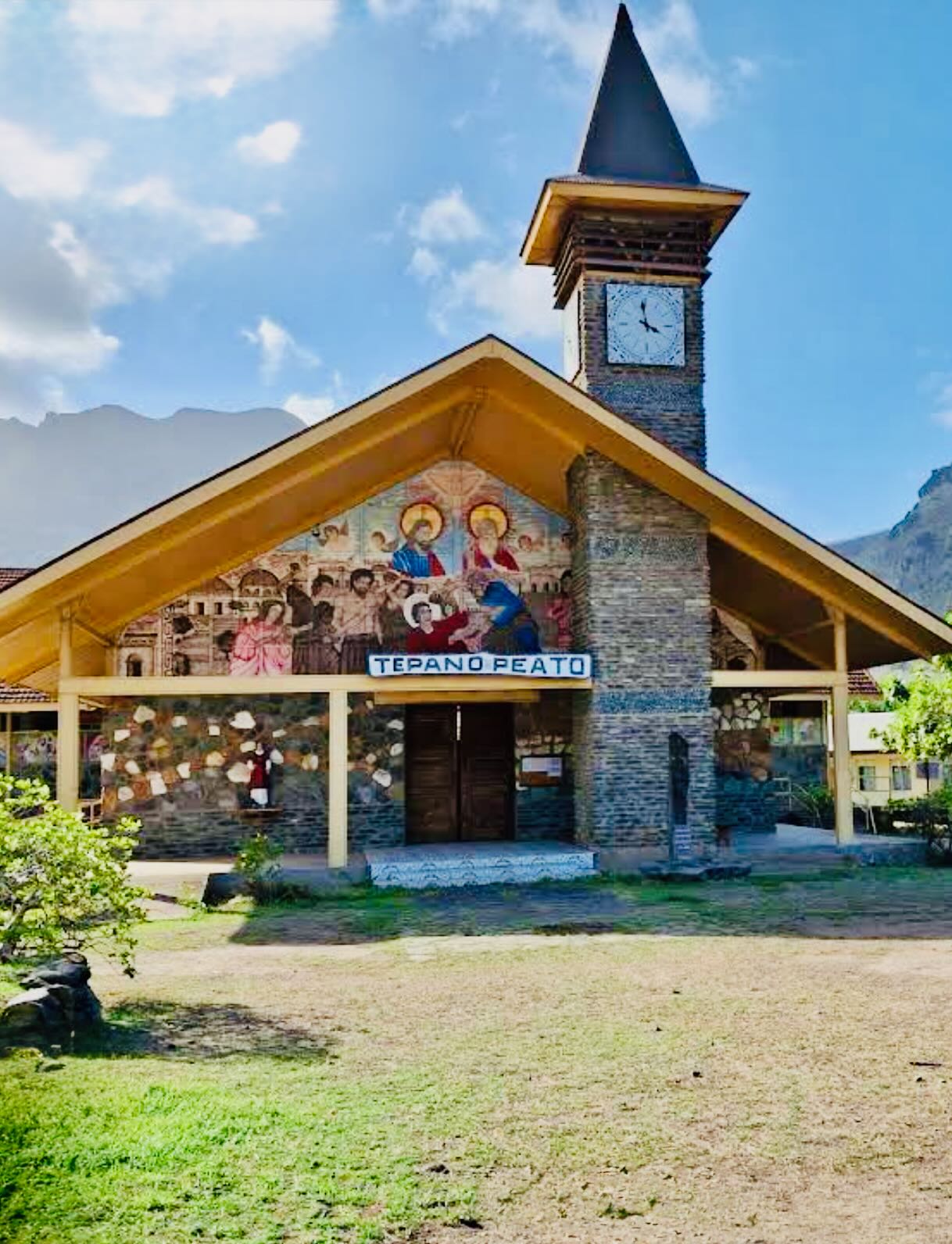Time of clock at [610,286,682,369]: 3:58
